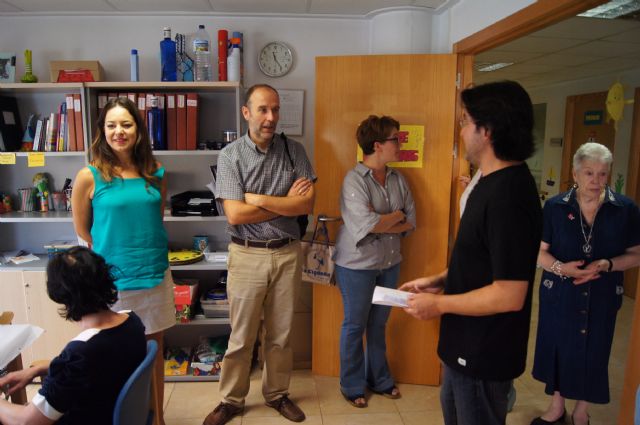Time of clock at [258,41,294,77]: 11:23
